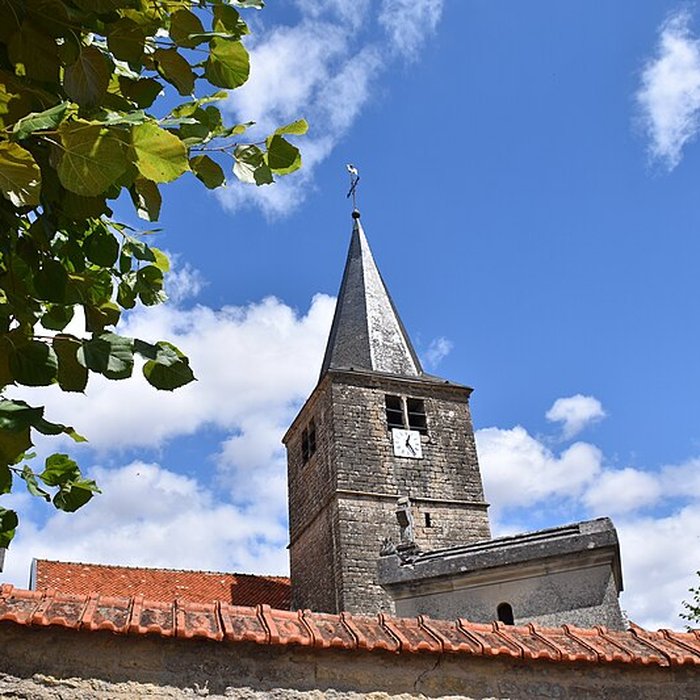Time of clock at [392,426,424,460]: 12:24
